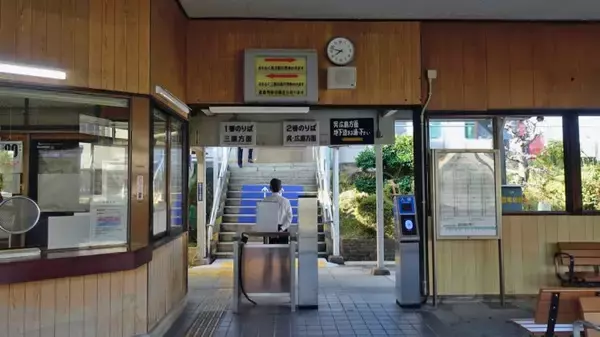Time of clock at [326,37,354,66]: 7:47
